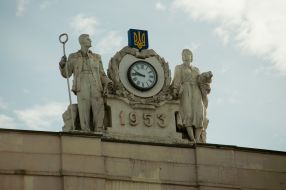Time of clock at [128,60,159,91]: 9:45
